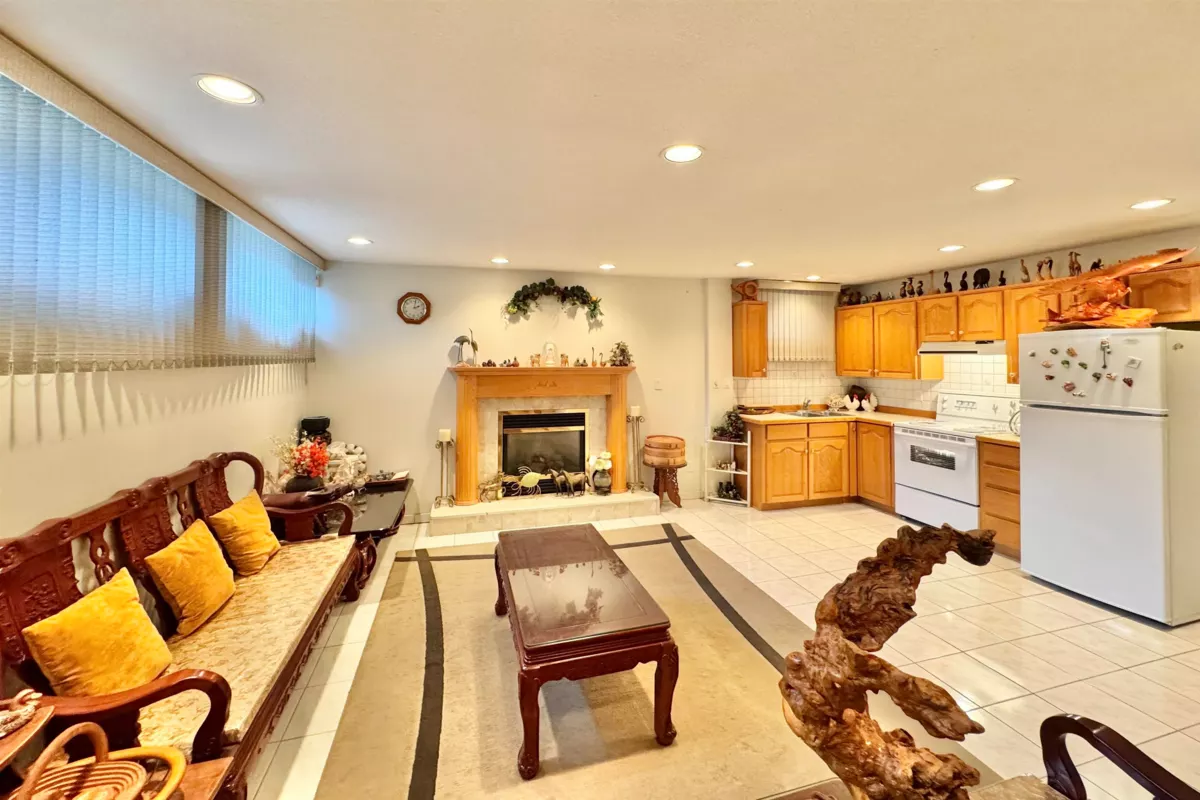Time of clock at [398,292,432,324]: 2:01
